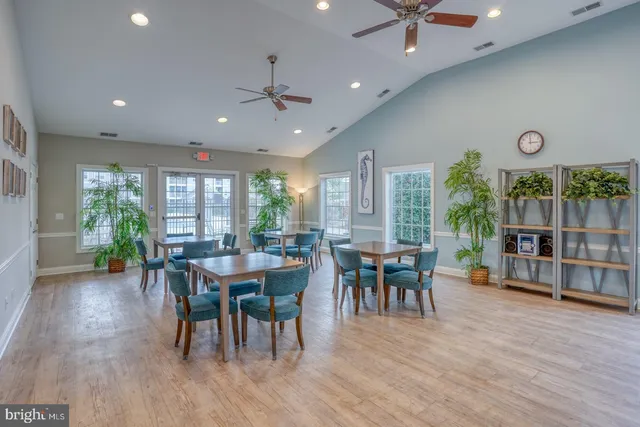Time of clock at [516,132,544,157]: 2:59
